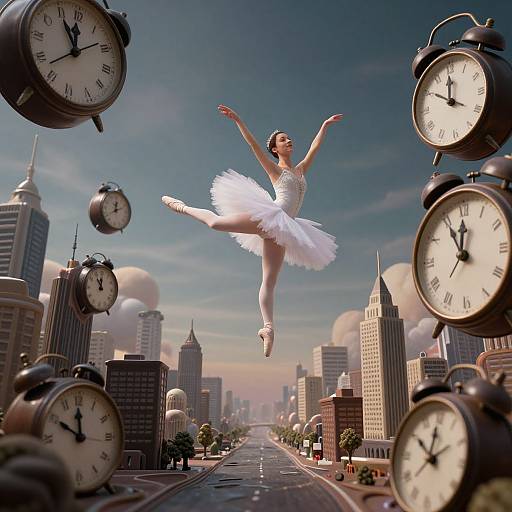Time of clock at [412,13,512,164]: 11:50
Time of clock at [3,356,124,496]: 11:50
